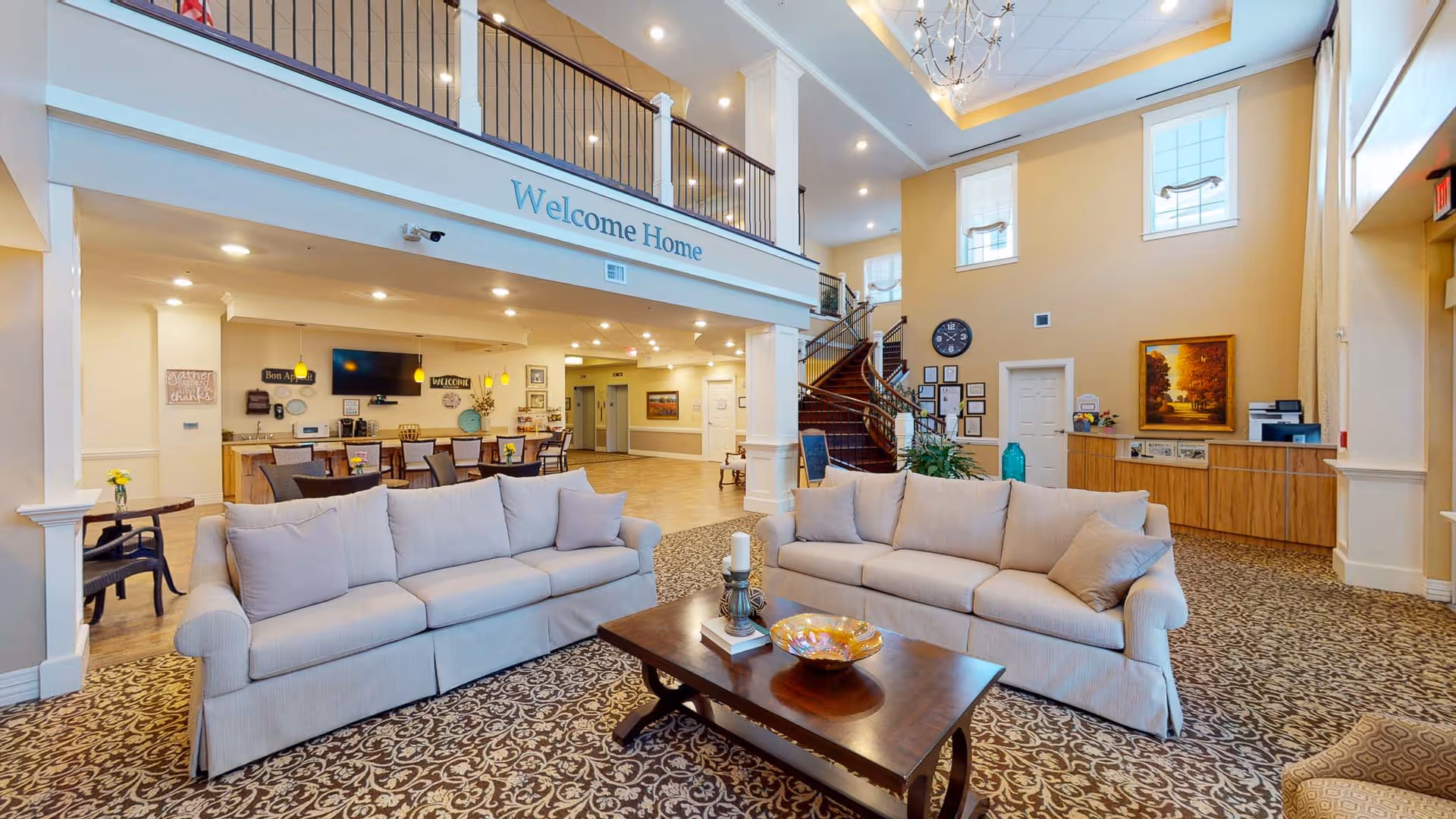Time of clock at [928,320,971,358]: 1:51
